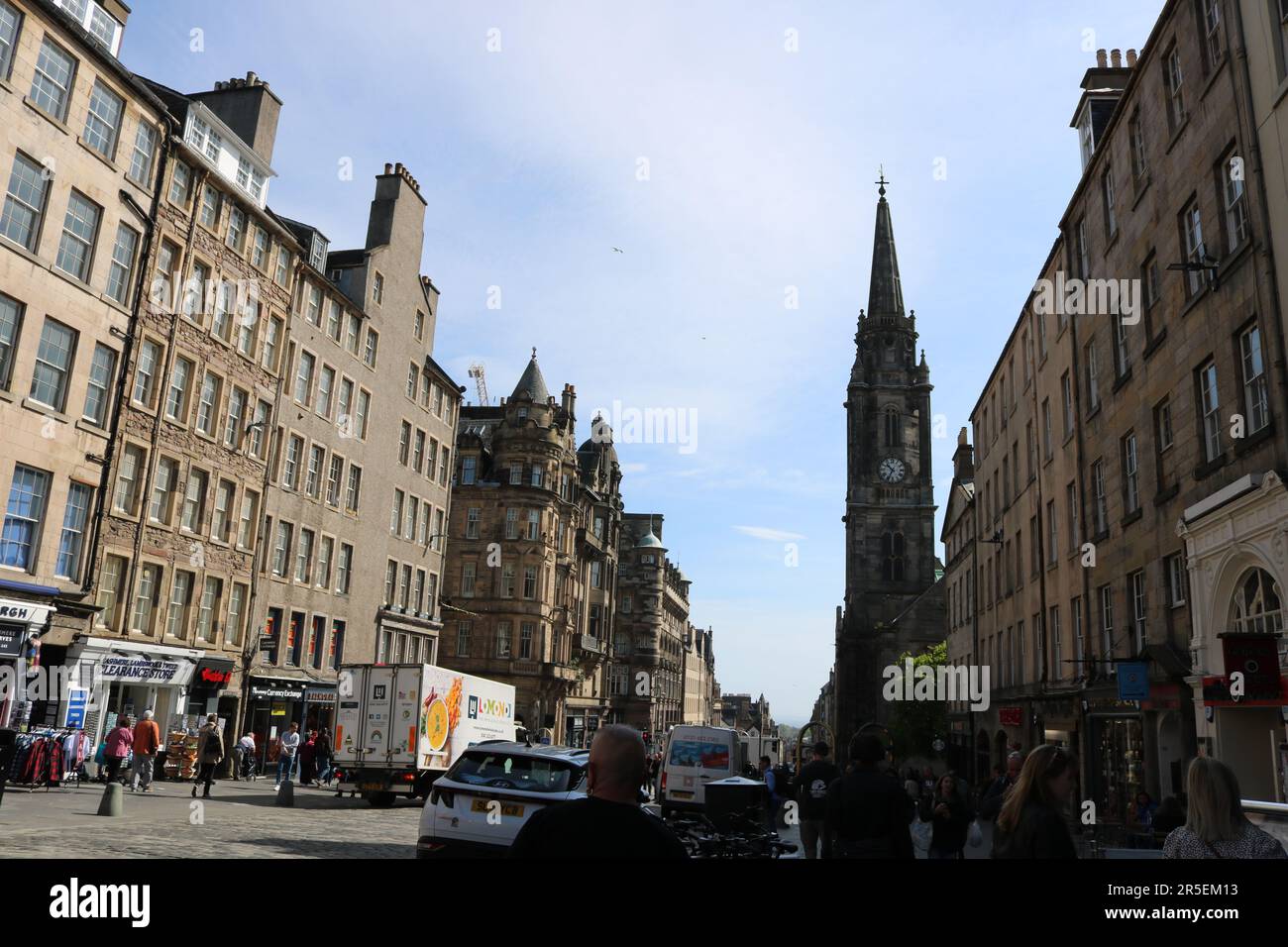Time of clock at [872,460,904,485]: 10:34
